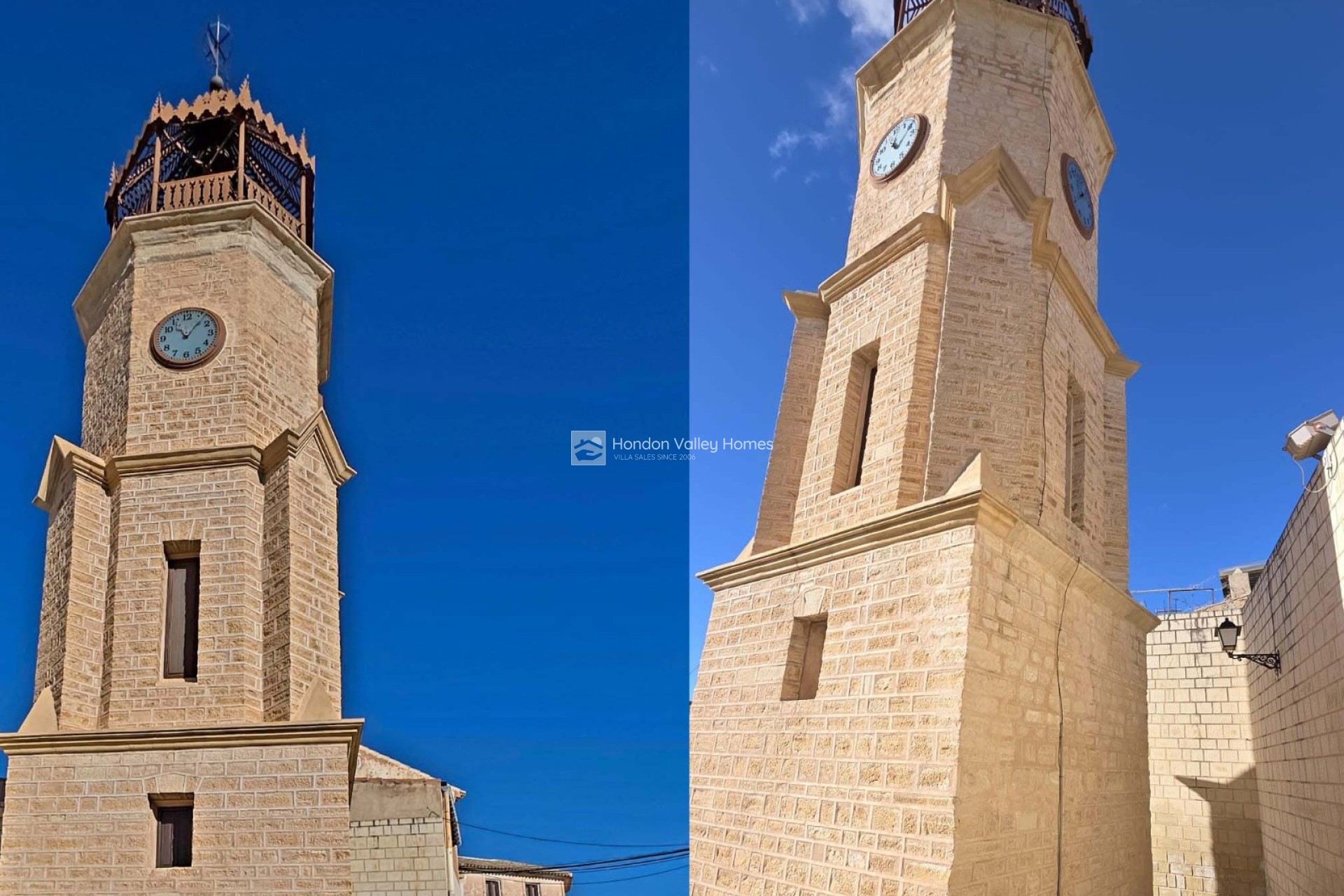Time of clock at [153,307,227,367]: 11:06
